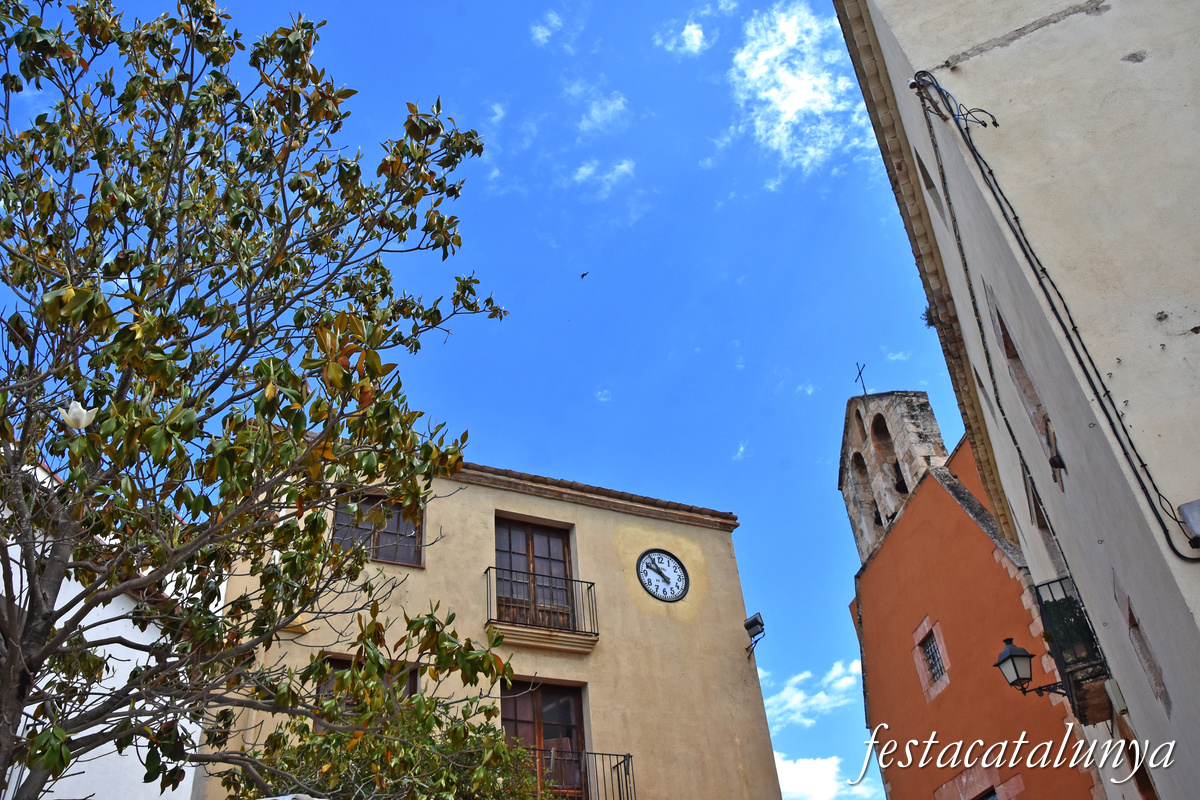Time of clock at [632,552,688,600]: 9:54
